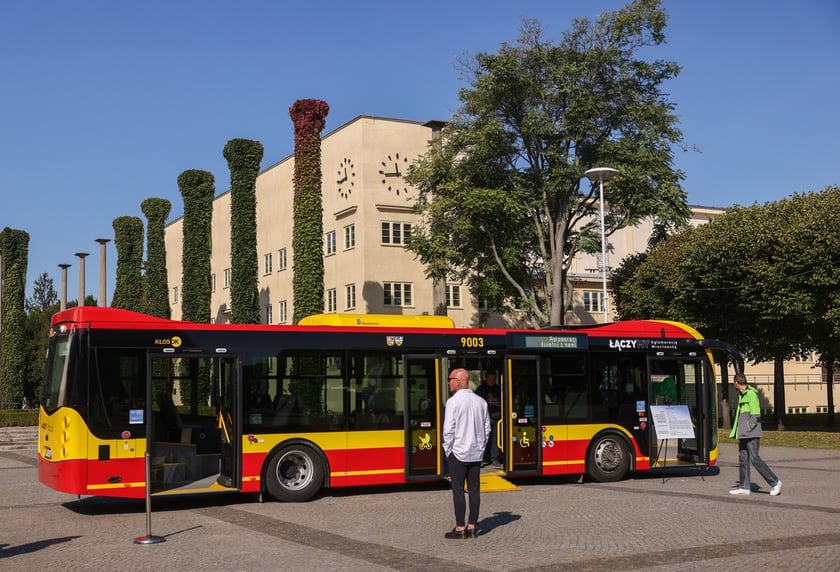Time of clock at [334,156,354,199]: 11:43
